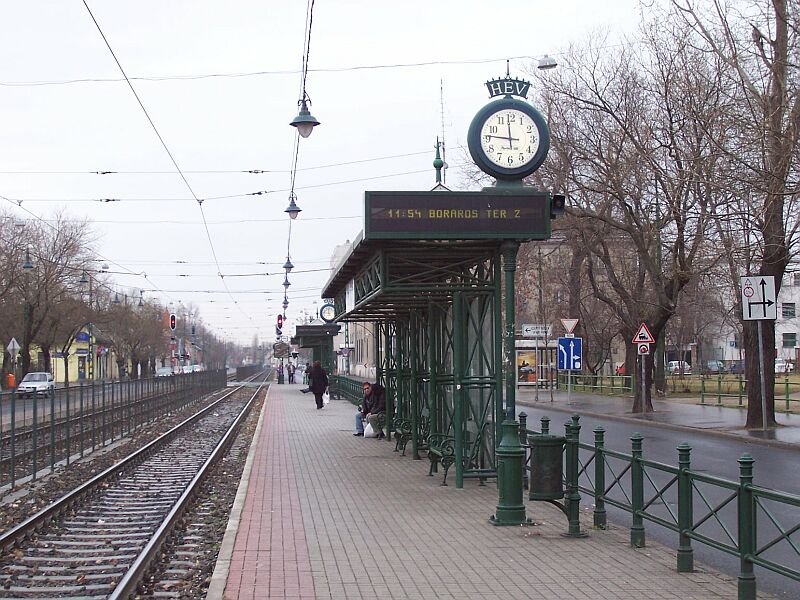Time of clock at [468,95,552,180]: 11:46
